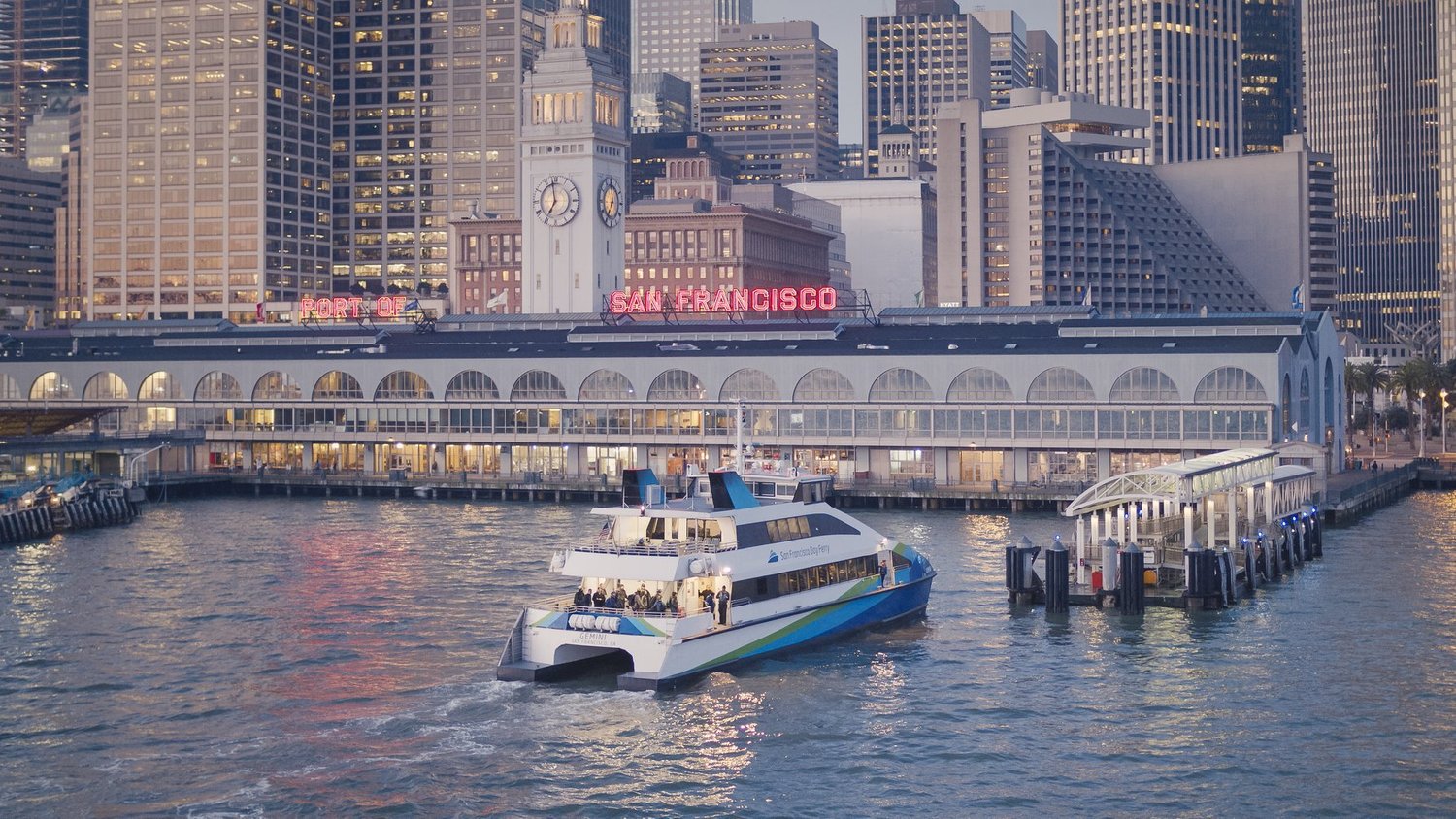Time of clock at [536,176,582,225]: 6:58
